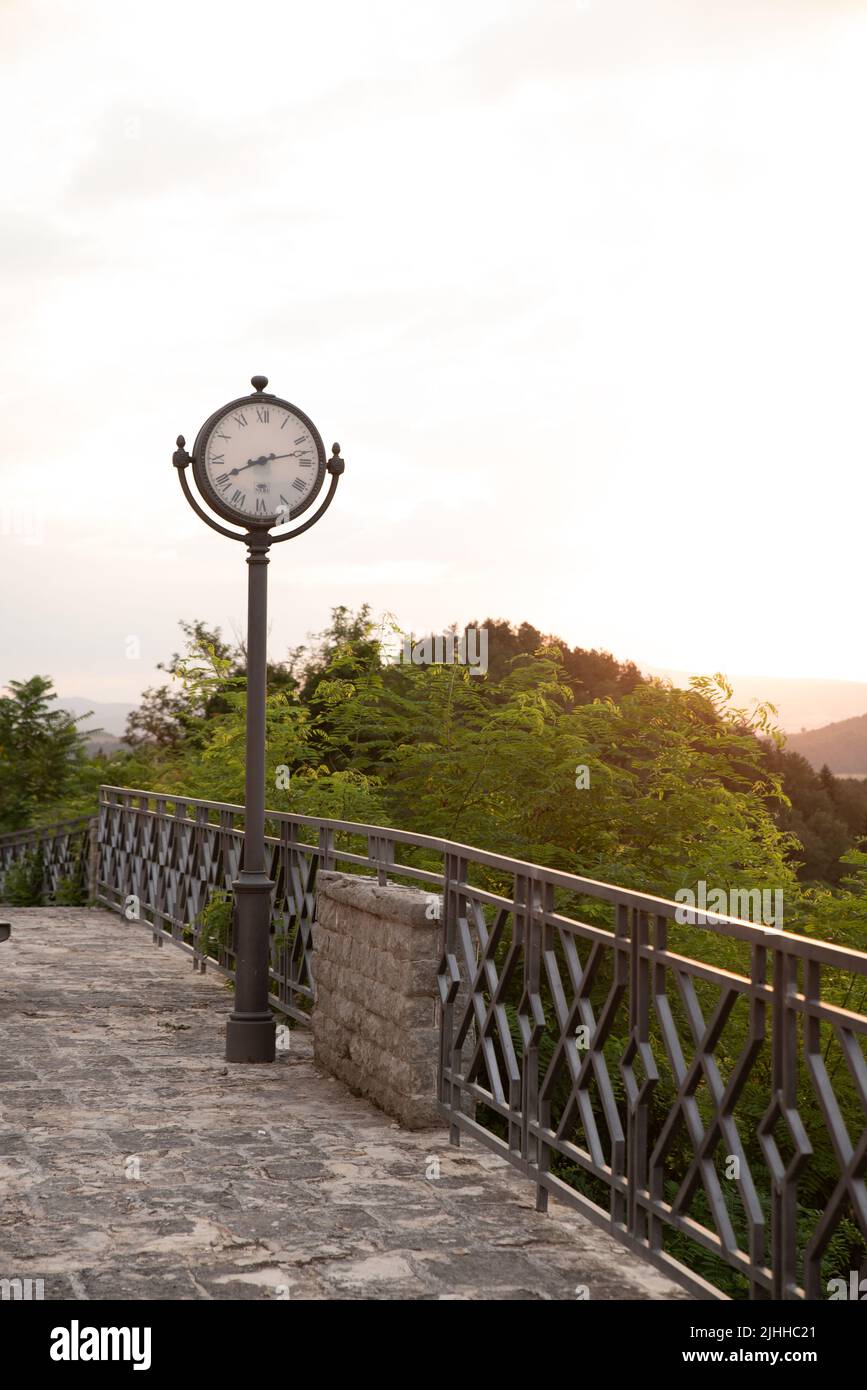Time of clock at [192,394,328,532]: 8:12
